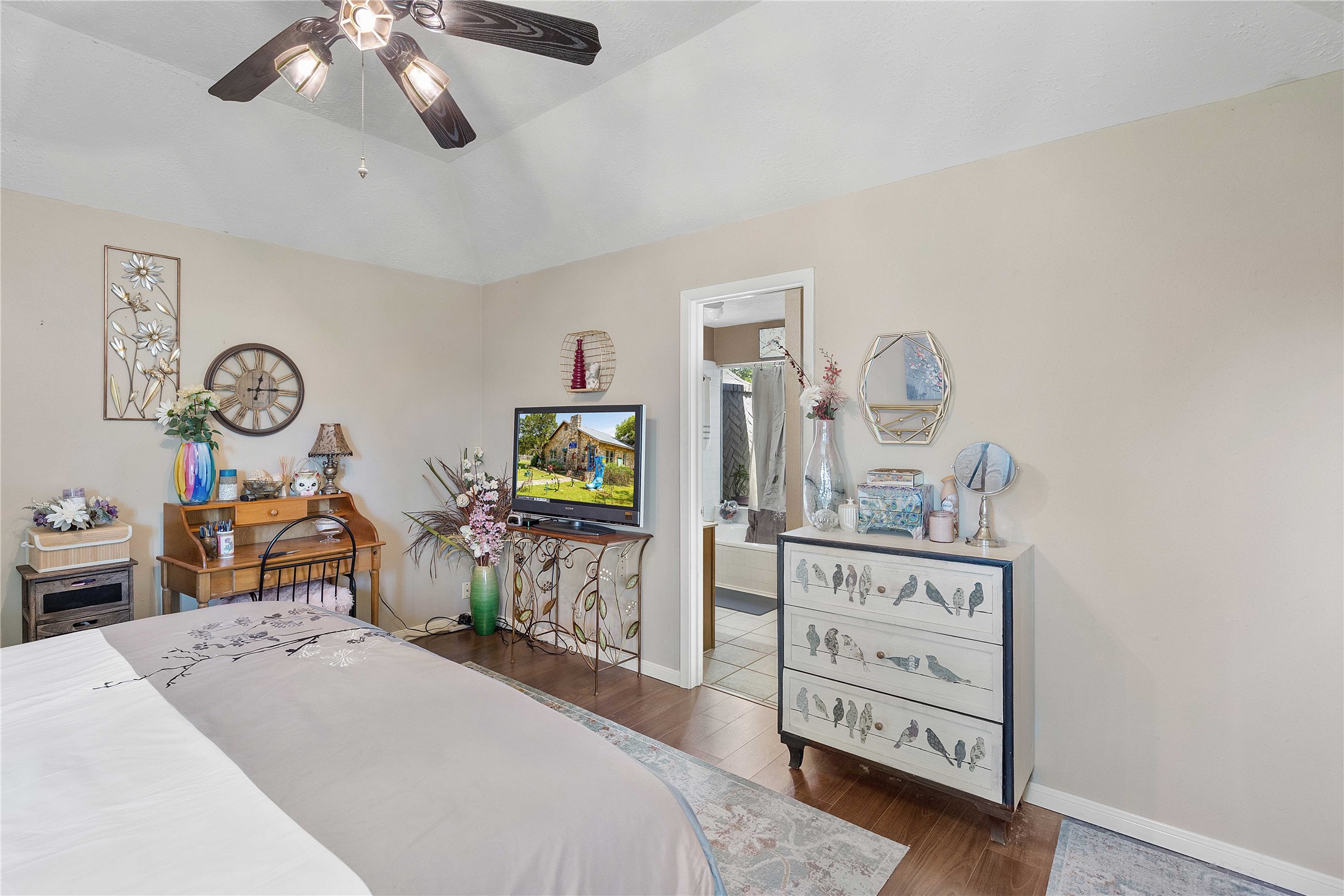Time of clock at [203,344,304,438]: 12:14
